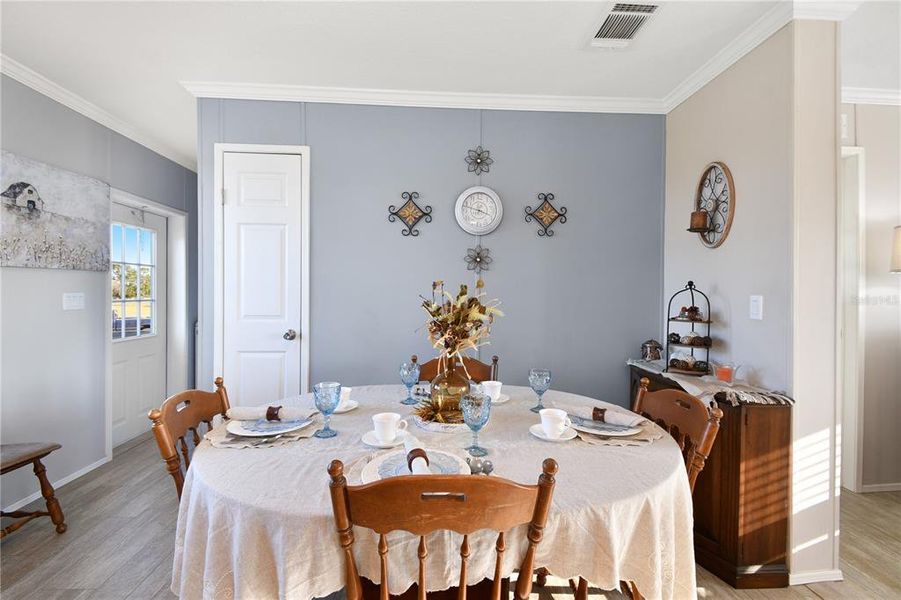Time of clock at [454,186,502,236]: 3:47
